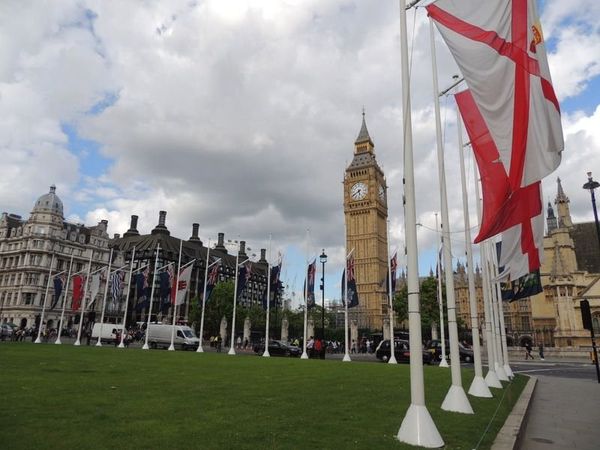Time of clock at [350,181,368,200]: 5:40
